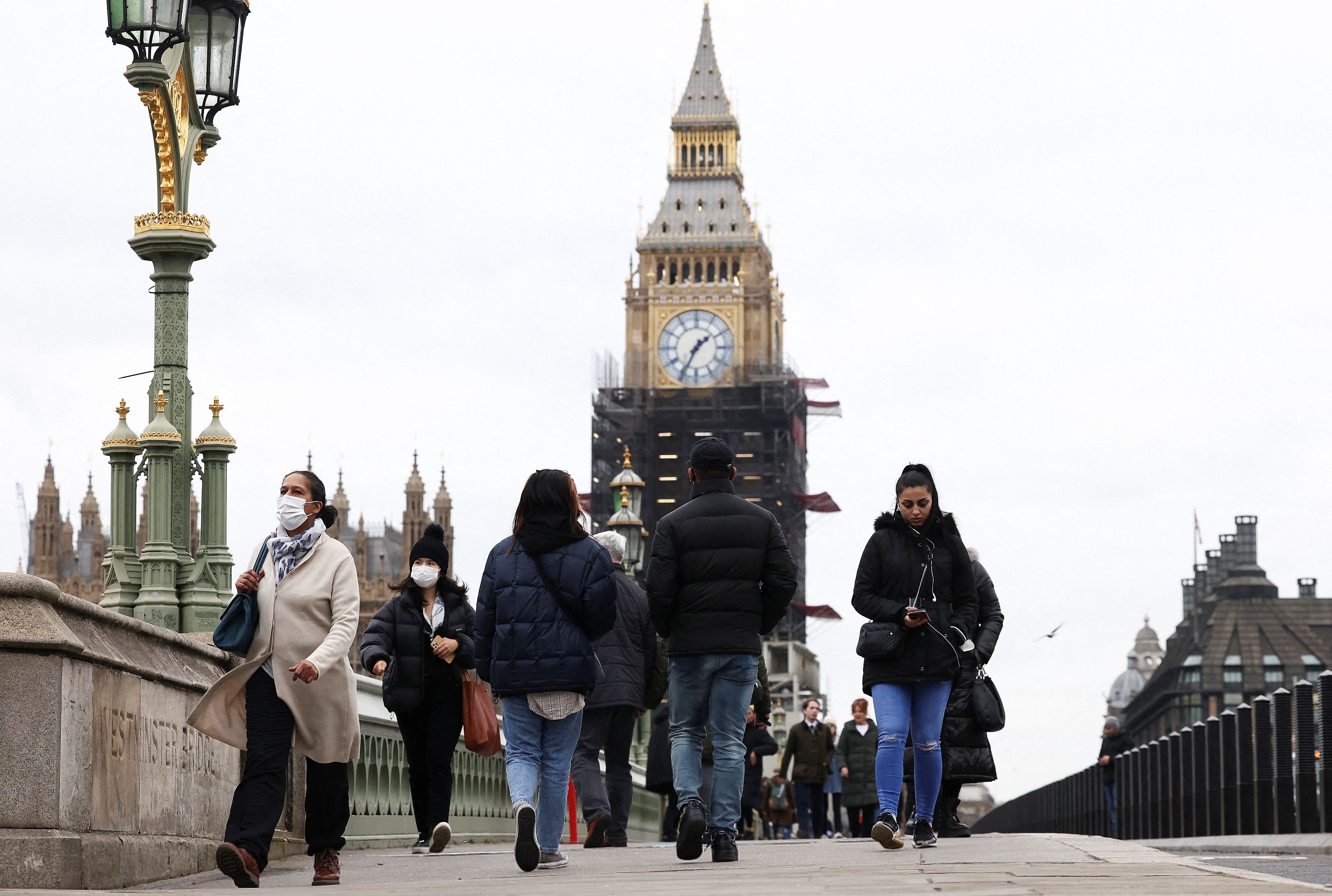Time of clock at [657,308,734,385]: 1:34
